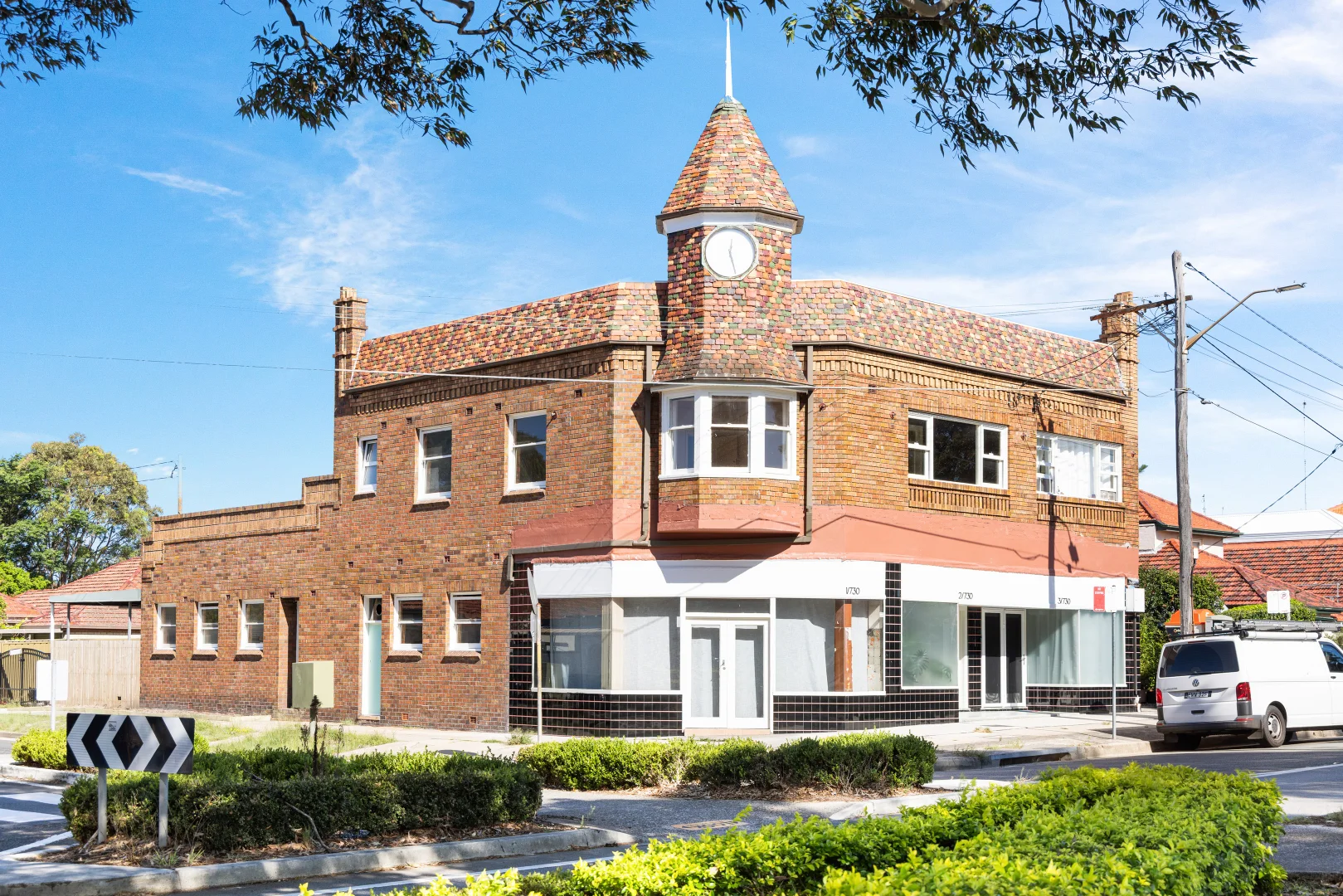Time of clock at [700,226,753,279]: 12:27
